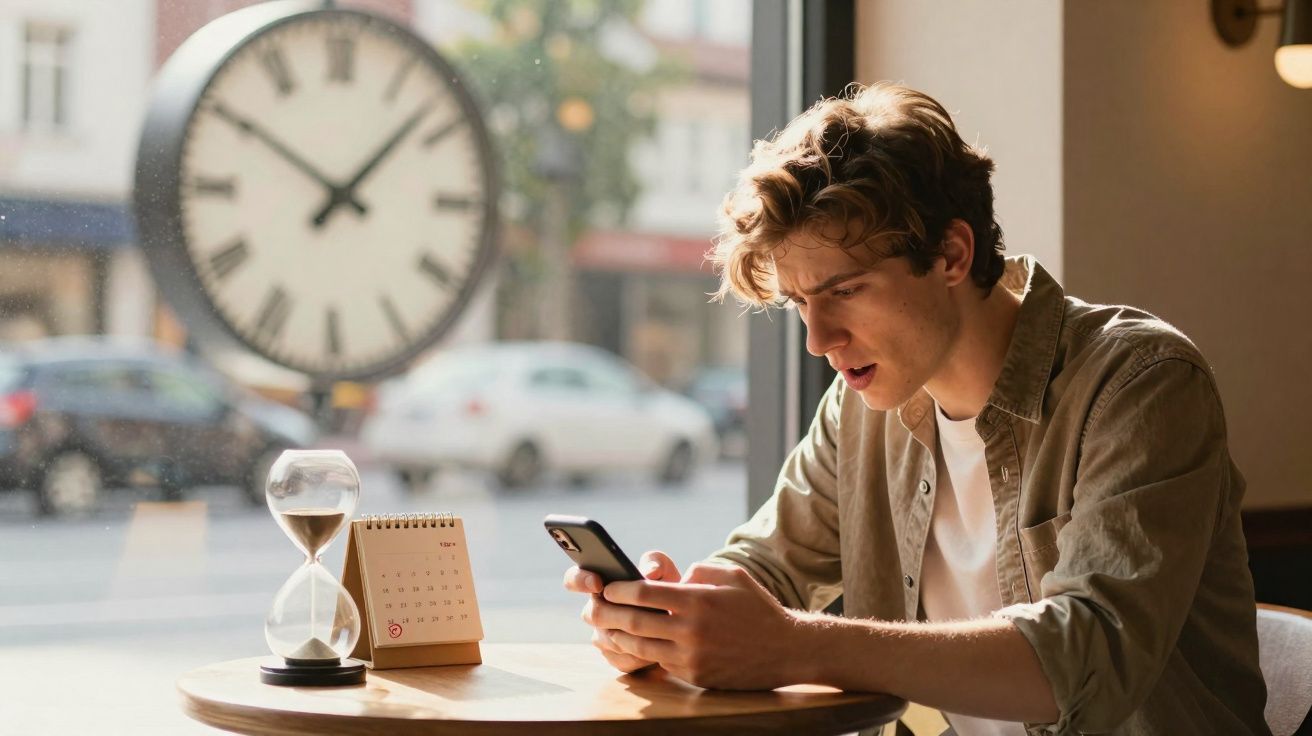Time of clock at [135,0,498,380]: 10:07
